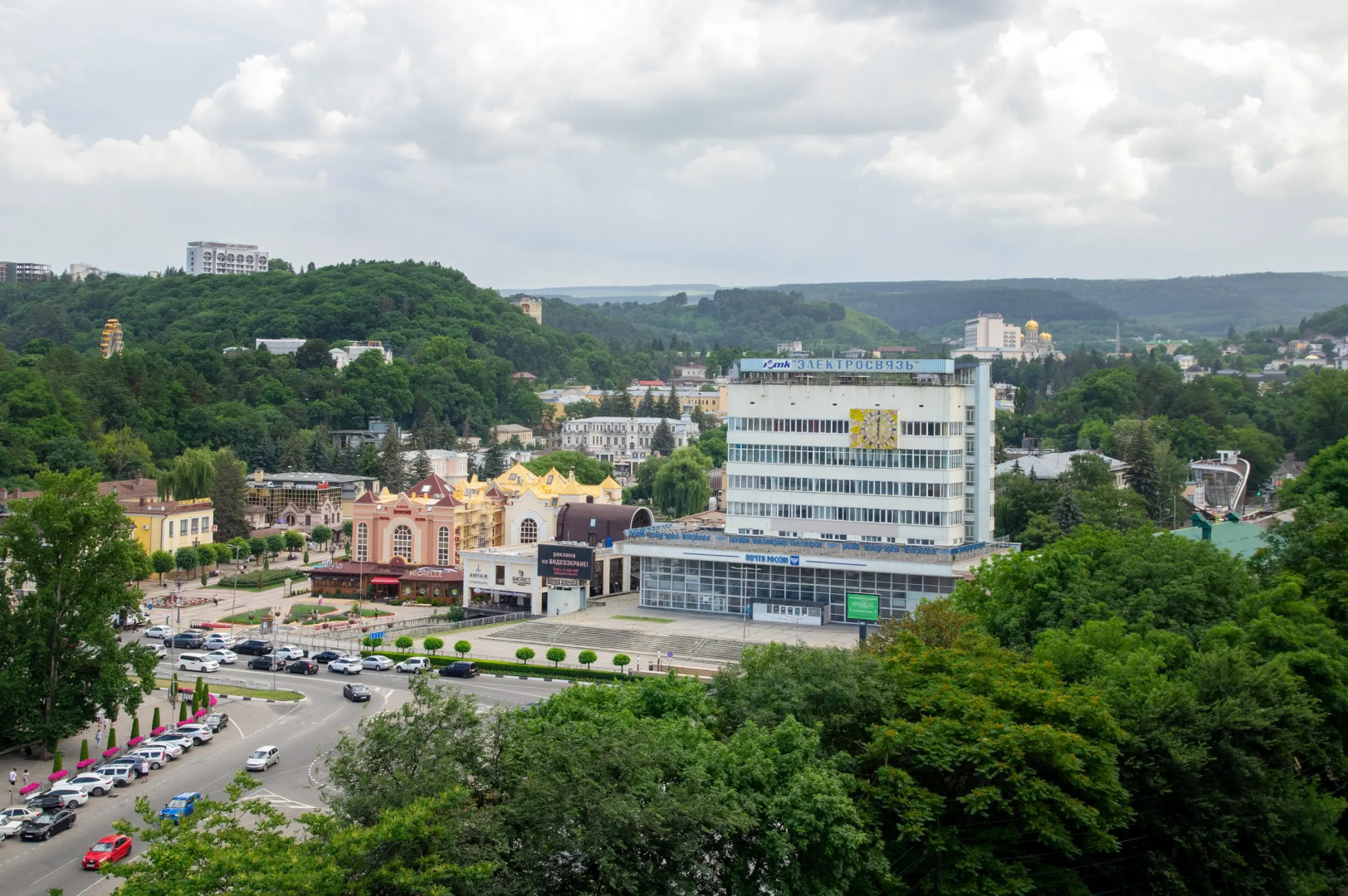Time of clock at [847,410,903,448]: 6:00
